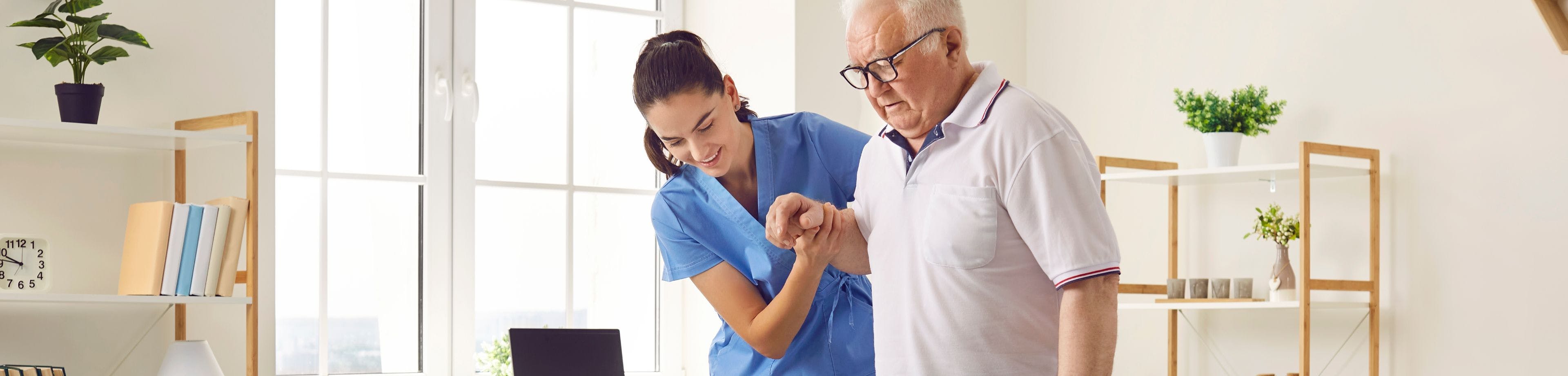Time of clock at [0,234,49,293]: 9:46
